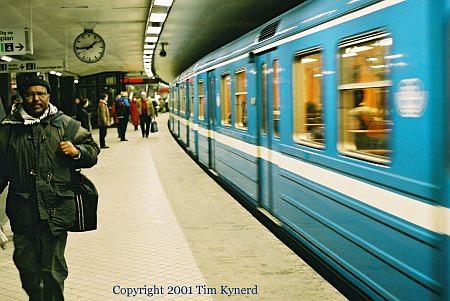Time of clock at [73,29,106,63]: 1:43
